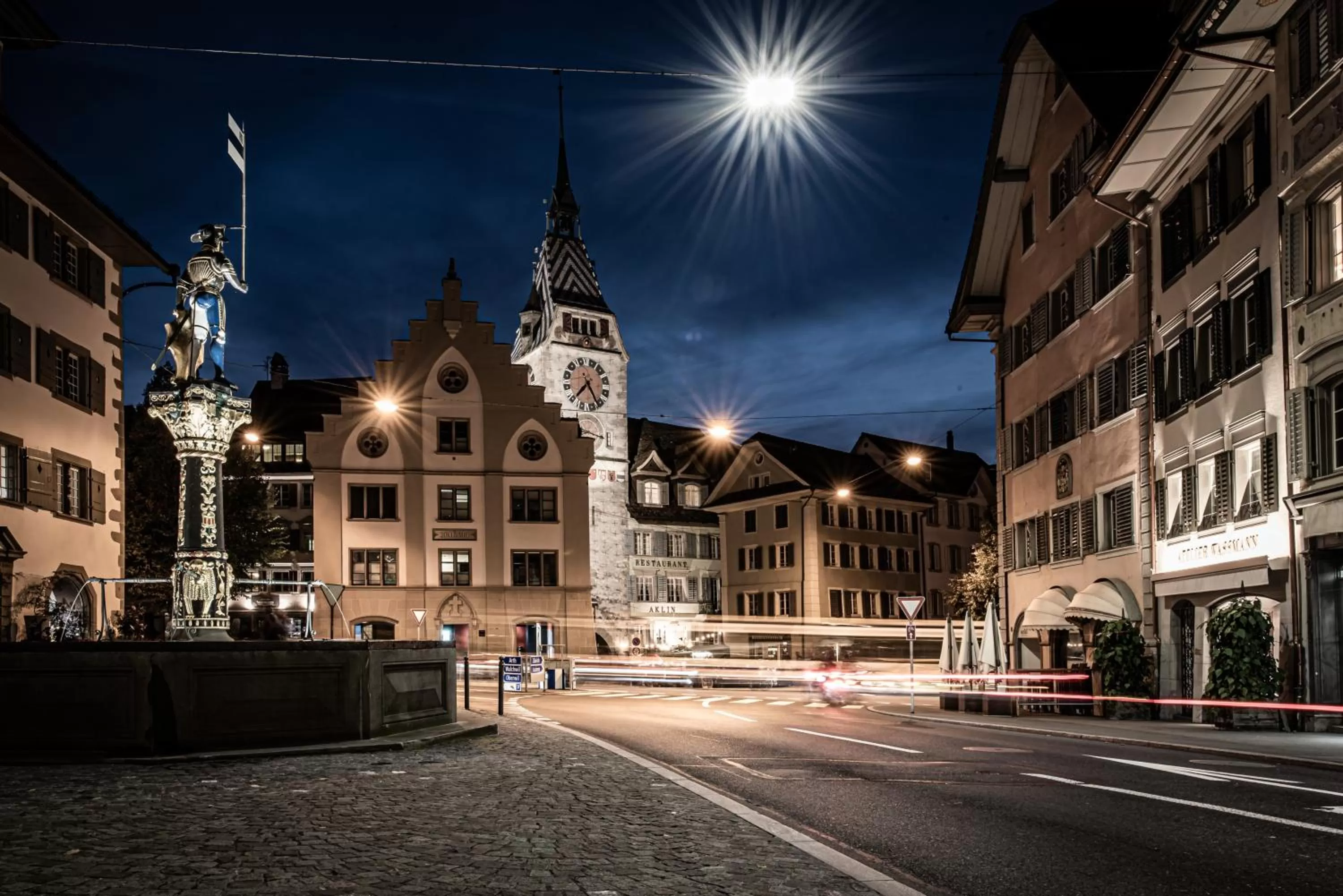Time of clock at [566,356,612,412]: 7:25
